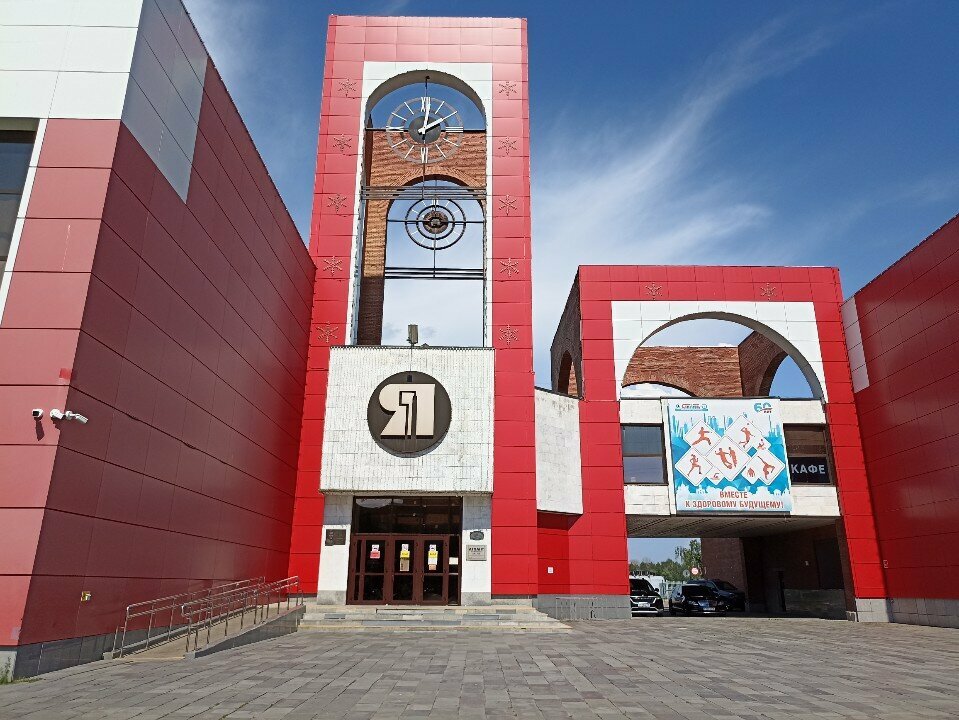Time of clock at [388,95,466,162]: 2:01
